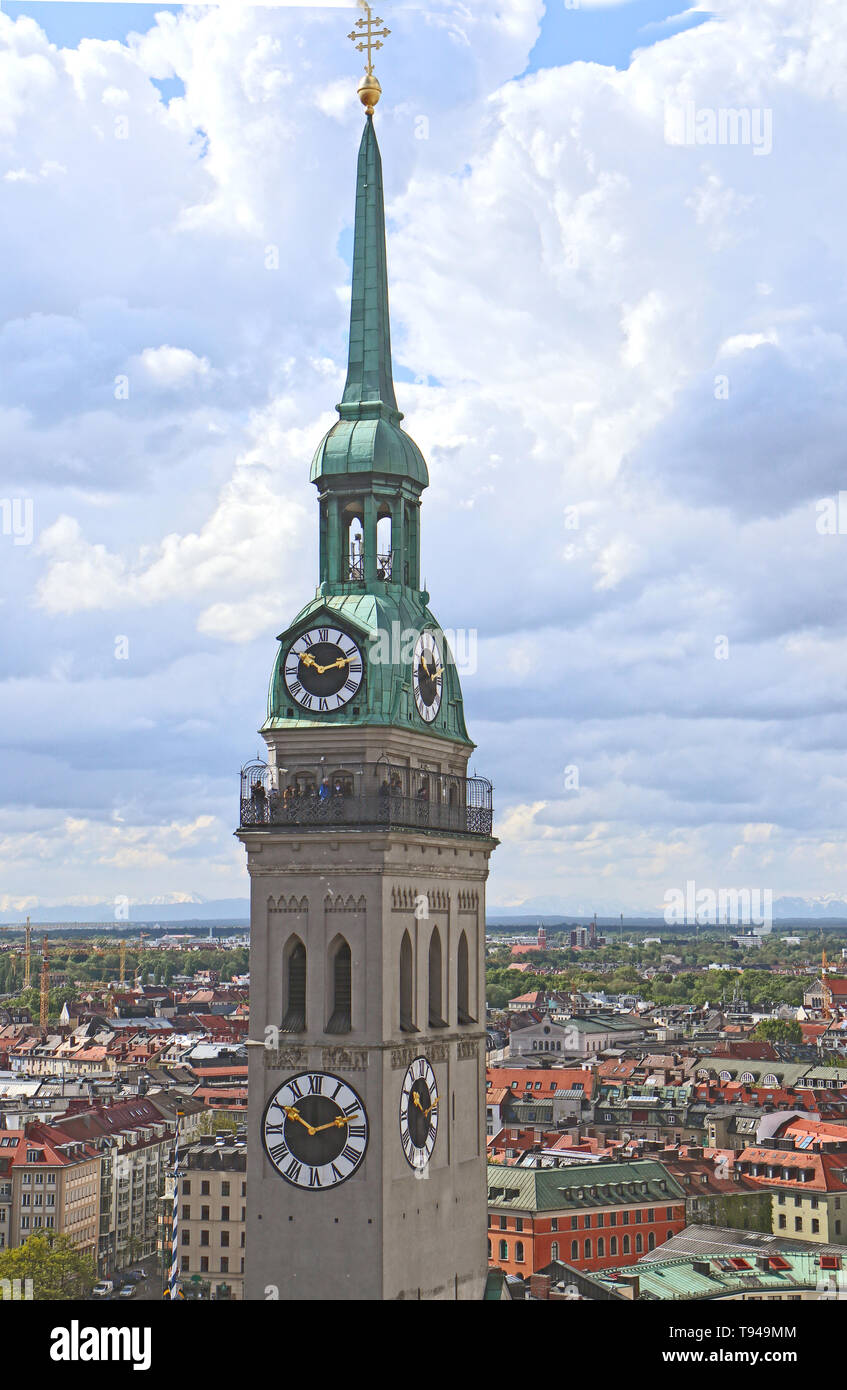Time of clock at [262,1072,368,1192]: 10:11
